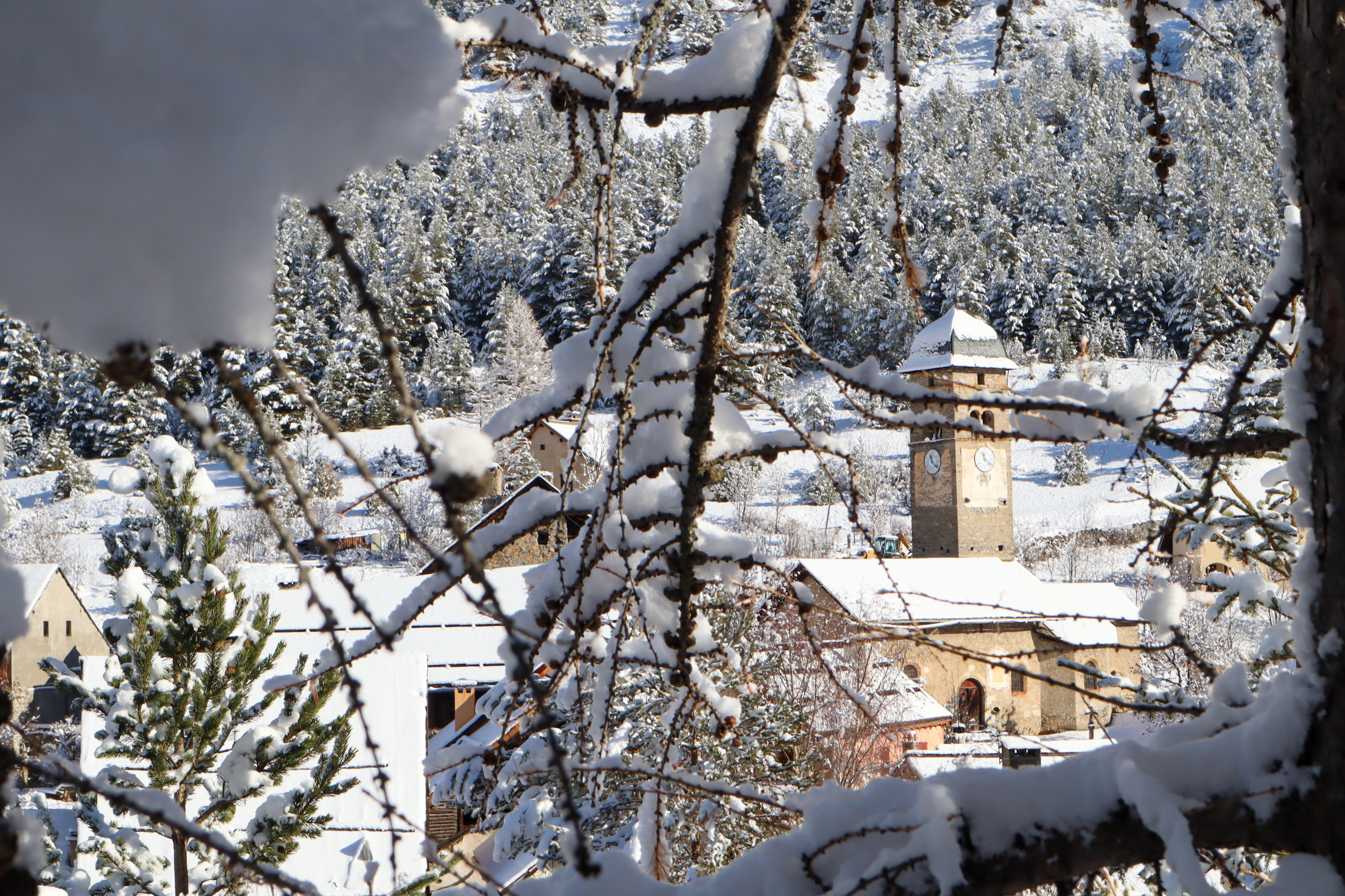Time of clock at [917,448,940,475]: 11:21
